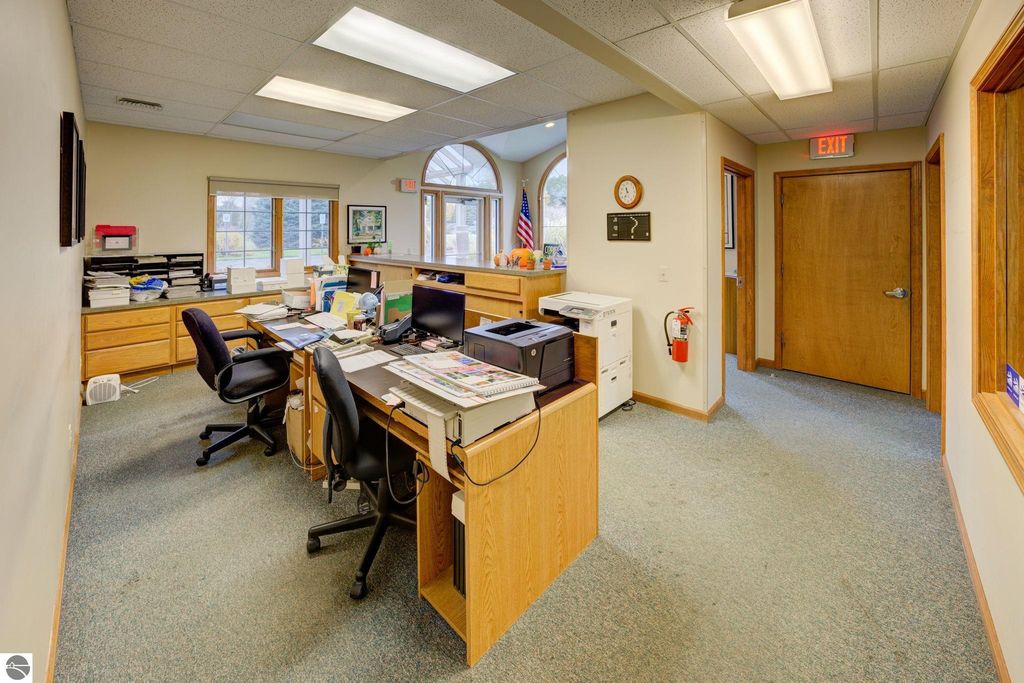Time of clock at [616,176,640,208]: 11:36
